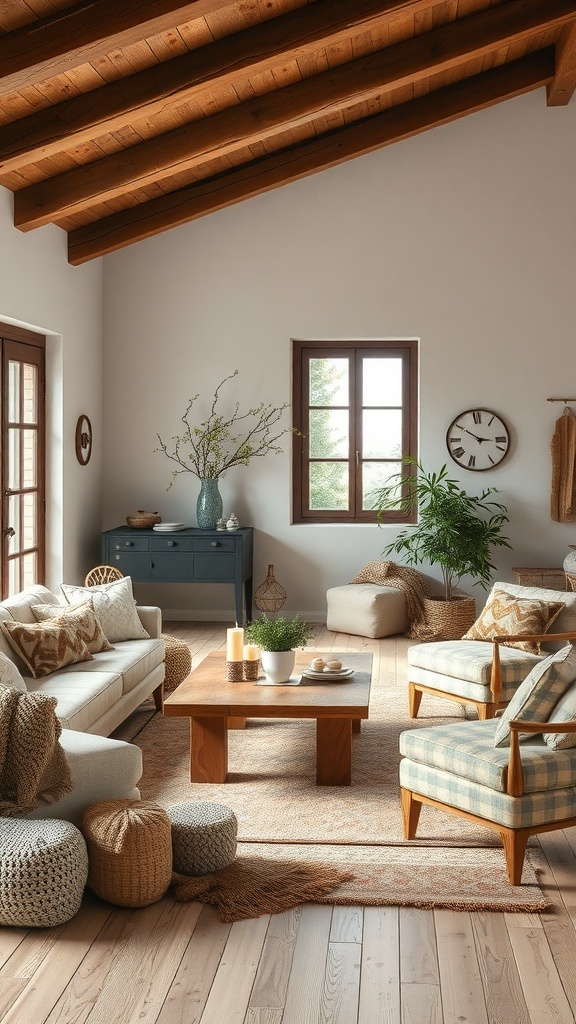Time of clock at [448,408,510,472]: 2:50
